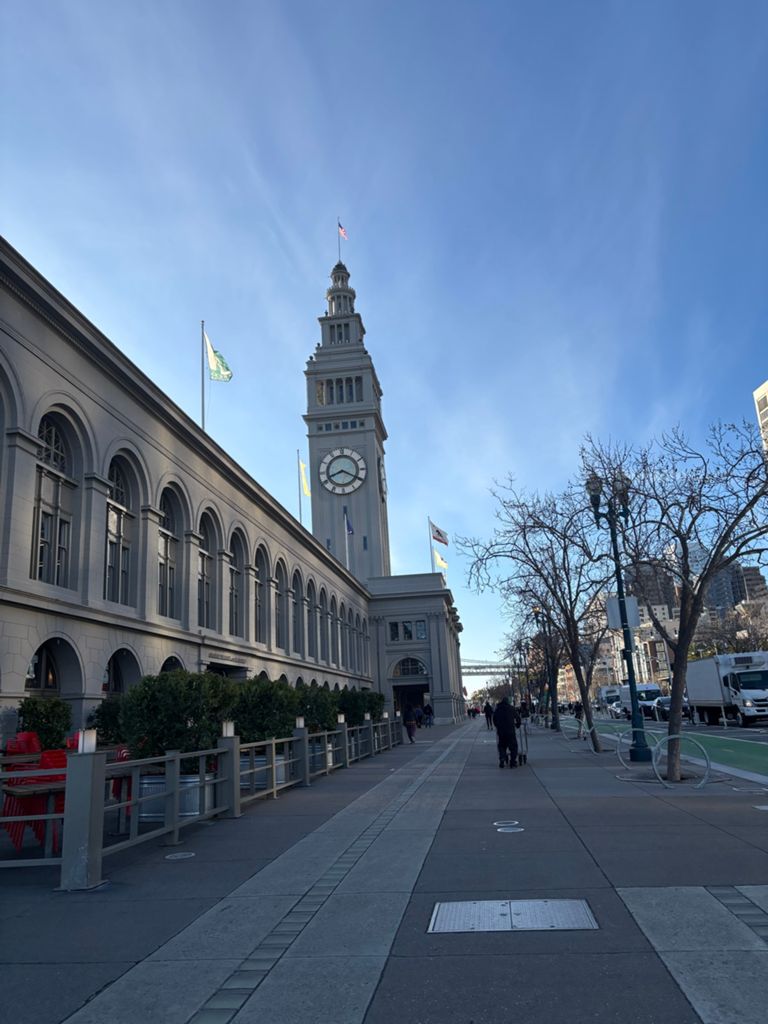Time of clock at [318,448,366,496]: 8:19
